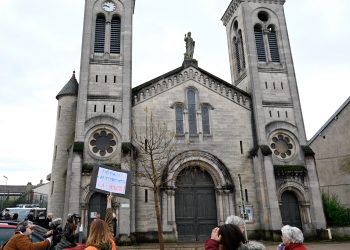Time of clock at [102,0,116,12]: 9:47
